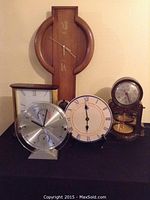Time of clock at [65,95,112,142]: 5:59
